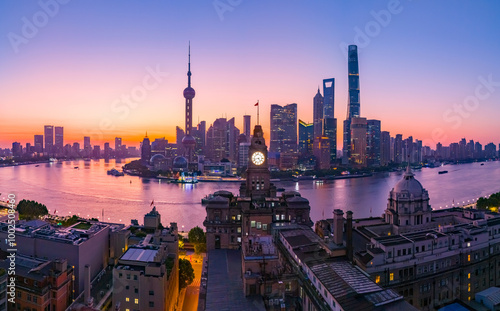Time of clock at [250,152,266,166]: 4:42
